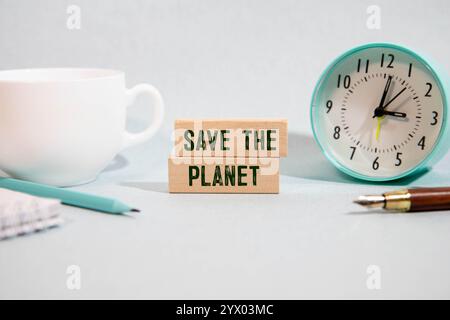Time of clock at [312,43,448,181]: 3:01
